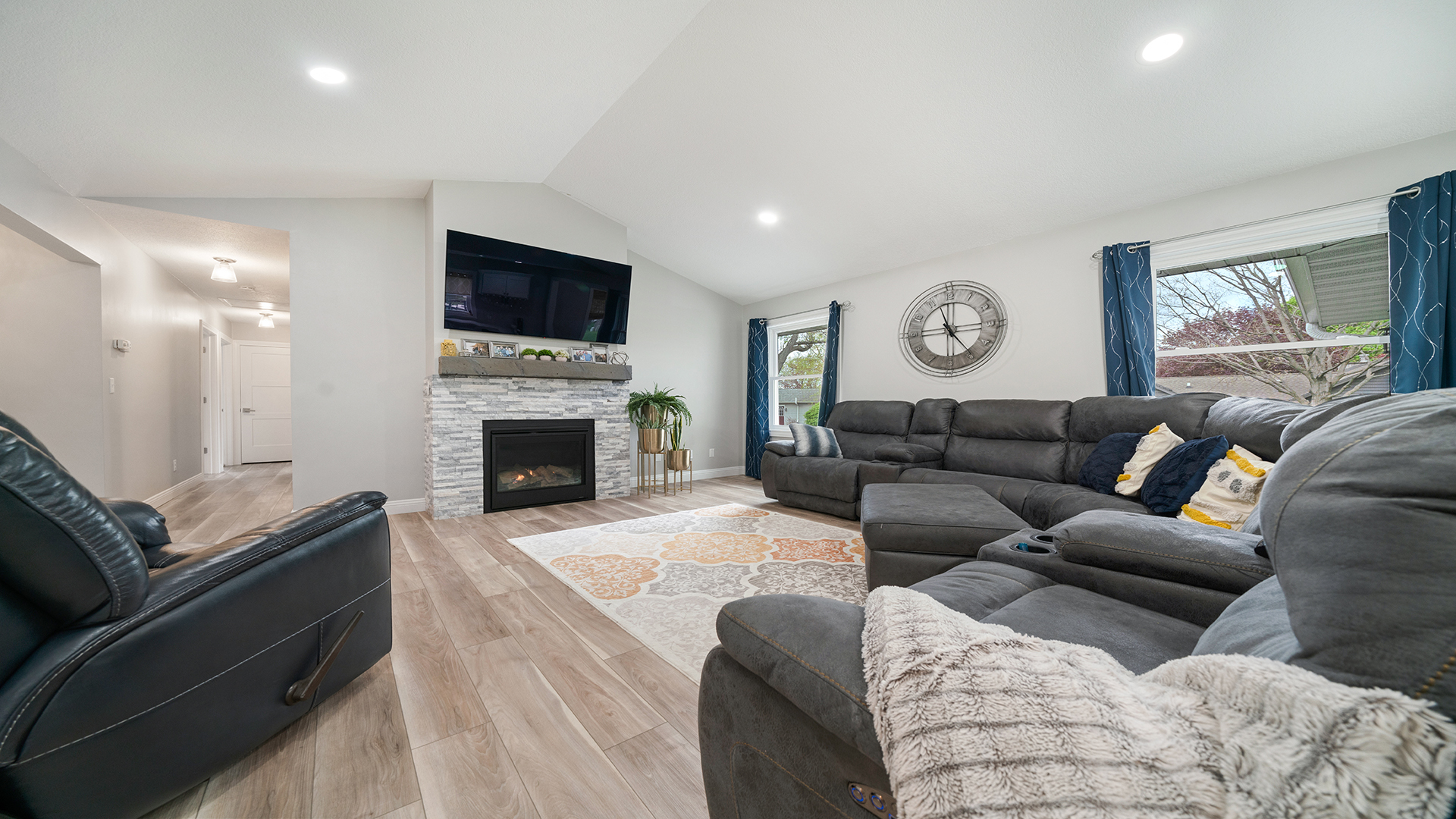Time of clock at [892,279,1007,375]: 11:24
